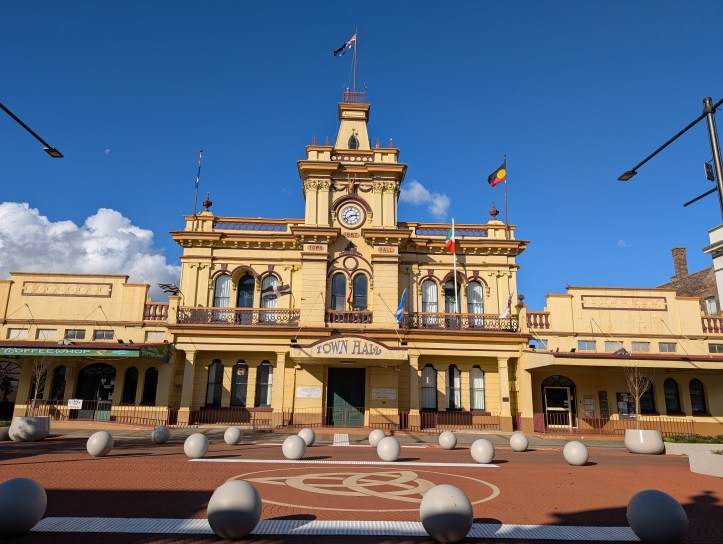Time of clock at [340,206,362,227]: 2:40
